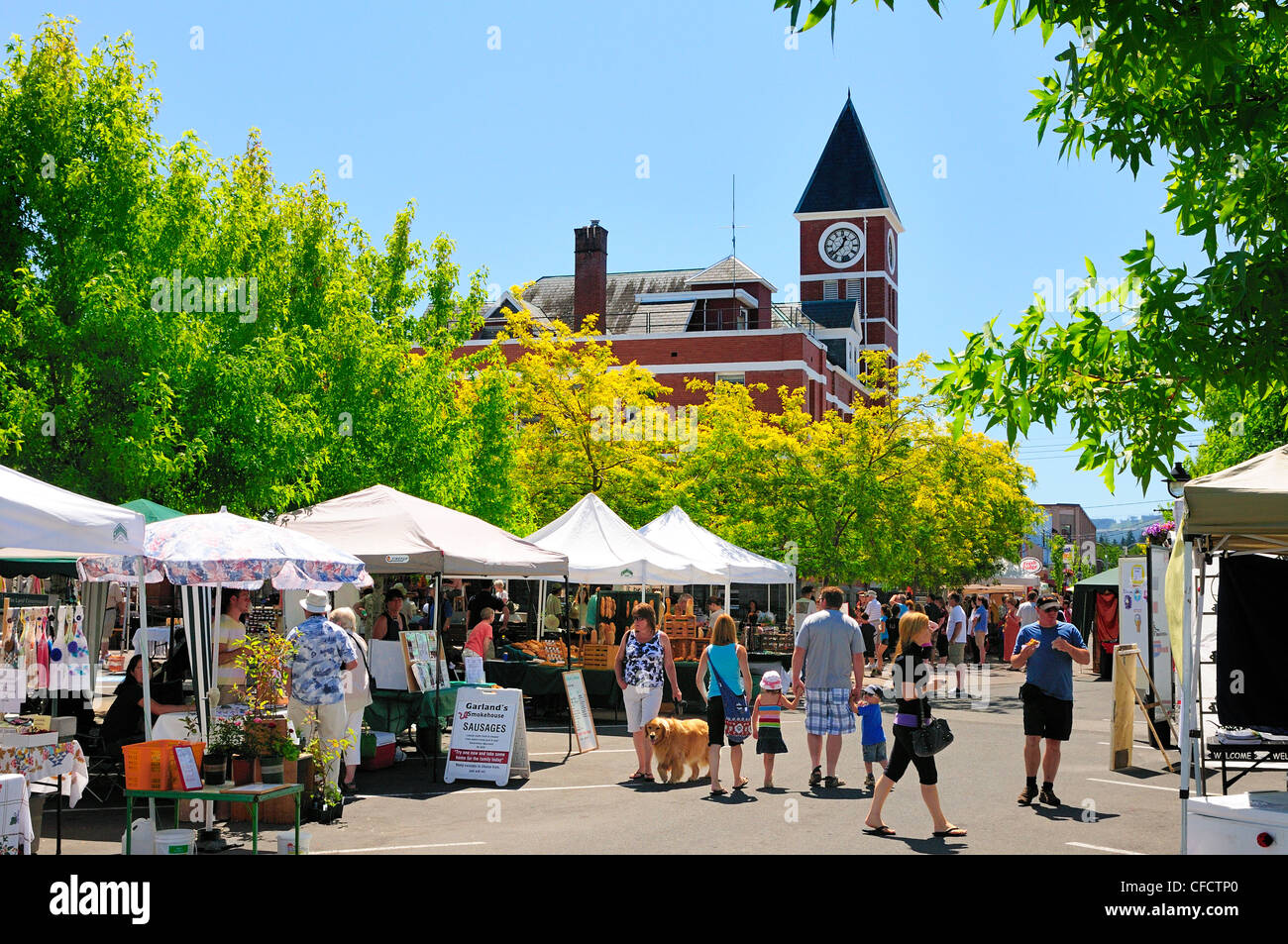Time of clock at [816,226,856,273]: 12:37
